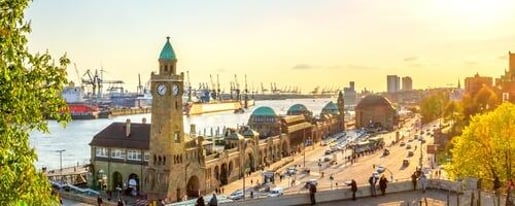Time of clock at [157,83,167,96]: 7:07
